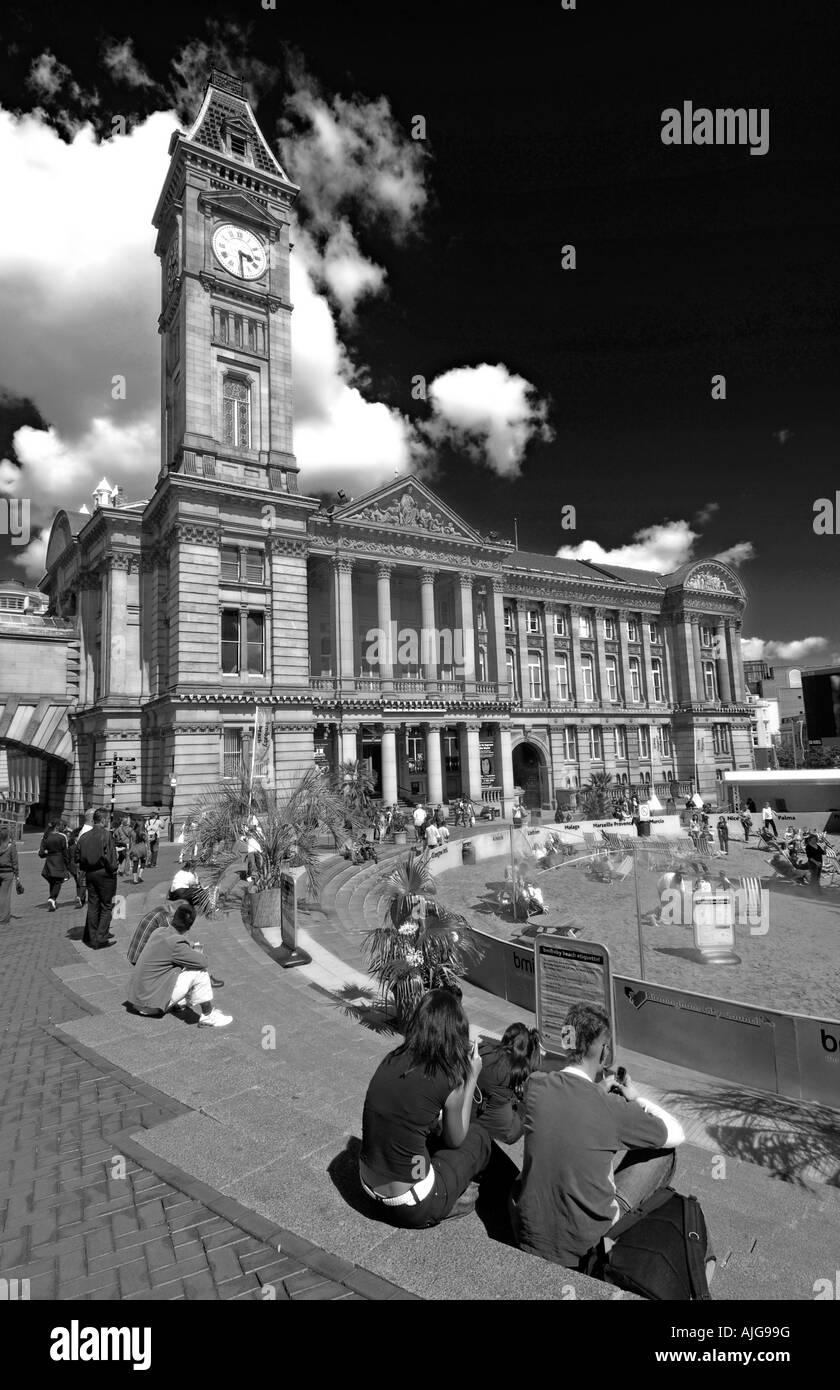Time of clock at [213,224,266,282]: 3:29
